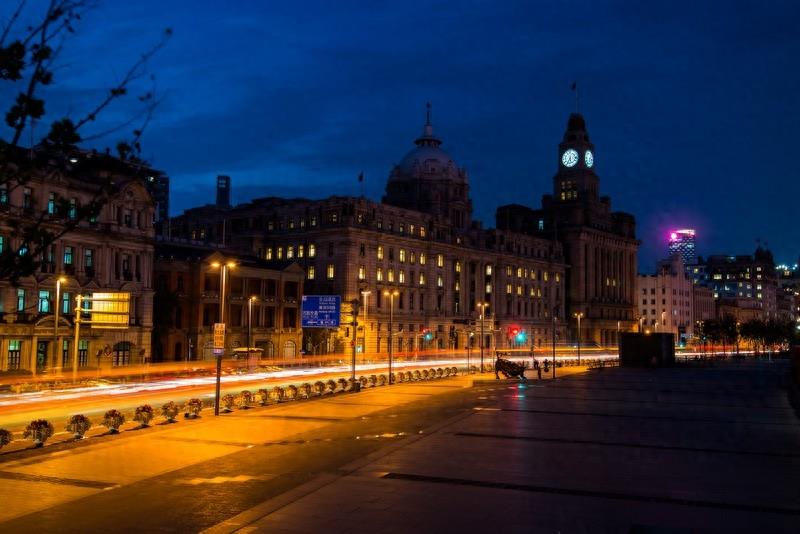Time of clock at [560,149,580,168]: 5:34
